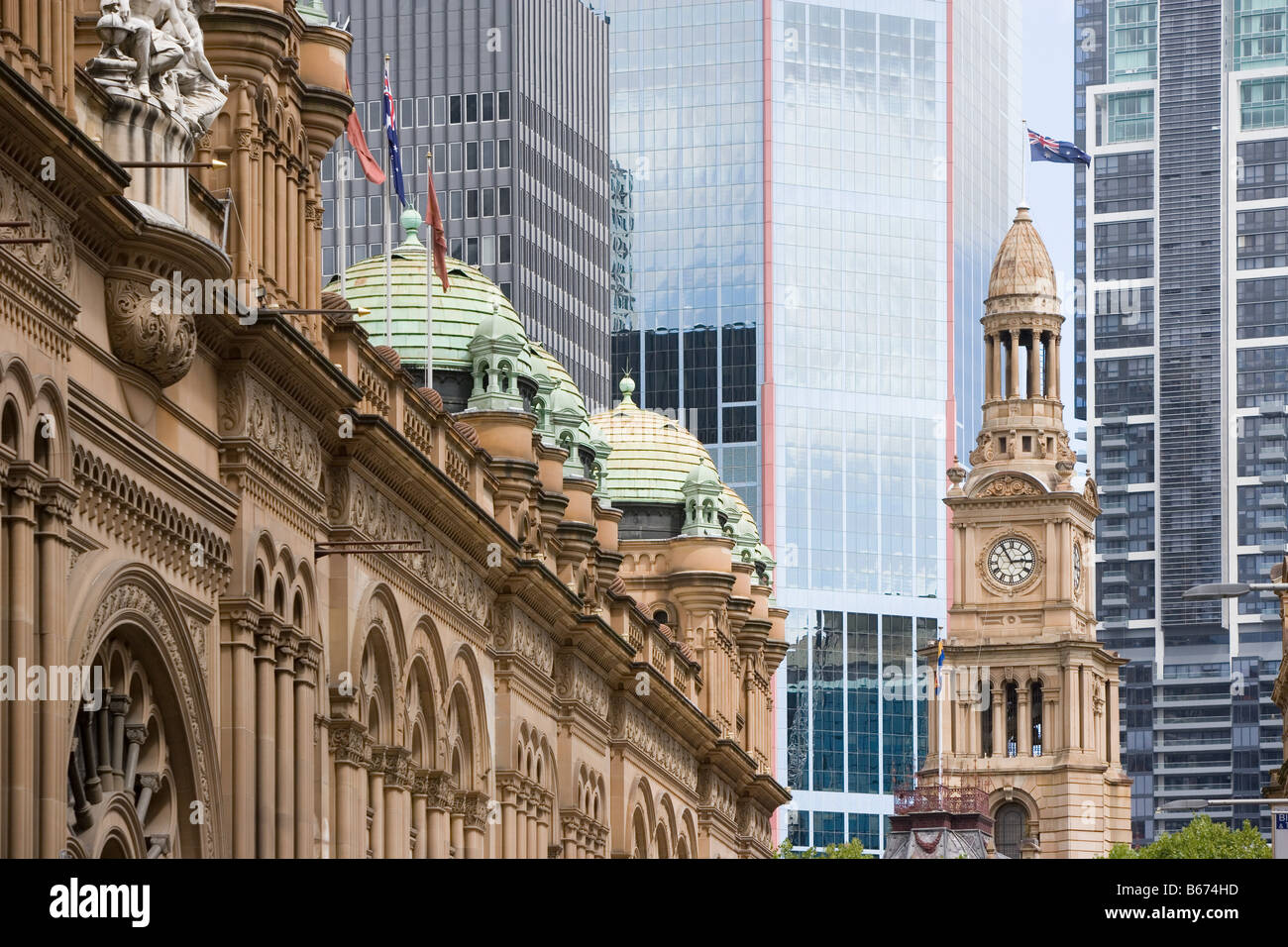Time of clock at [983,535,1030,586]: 2:54
